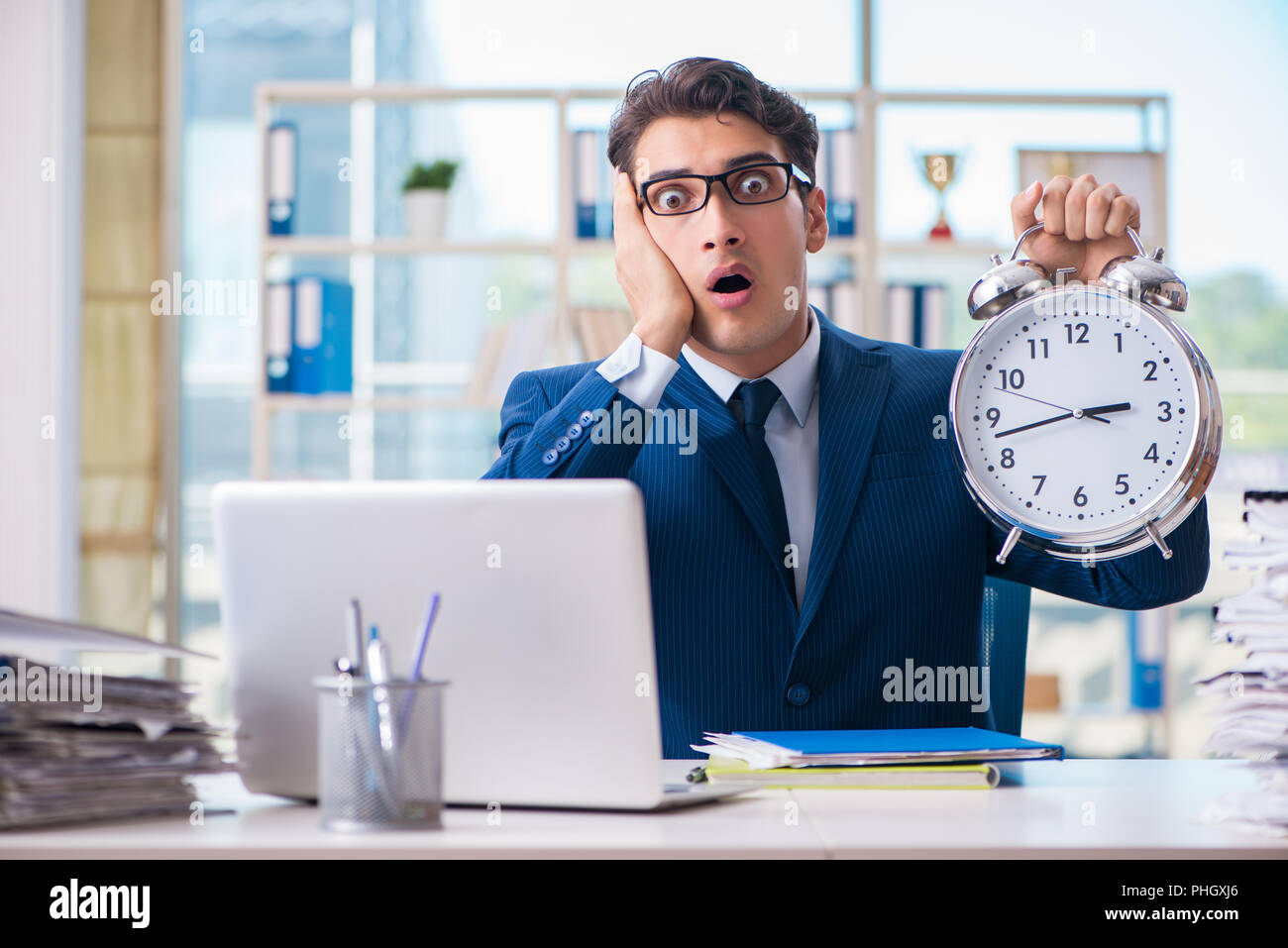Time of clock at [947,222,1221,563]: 2:42
